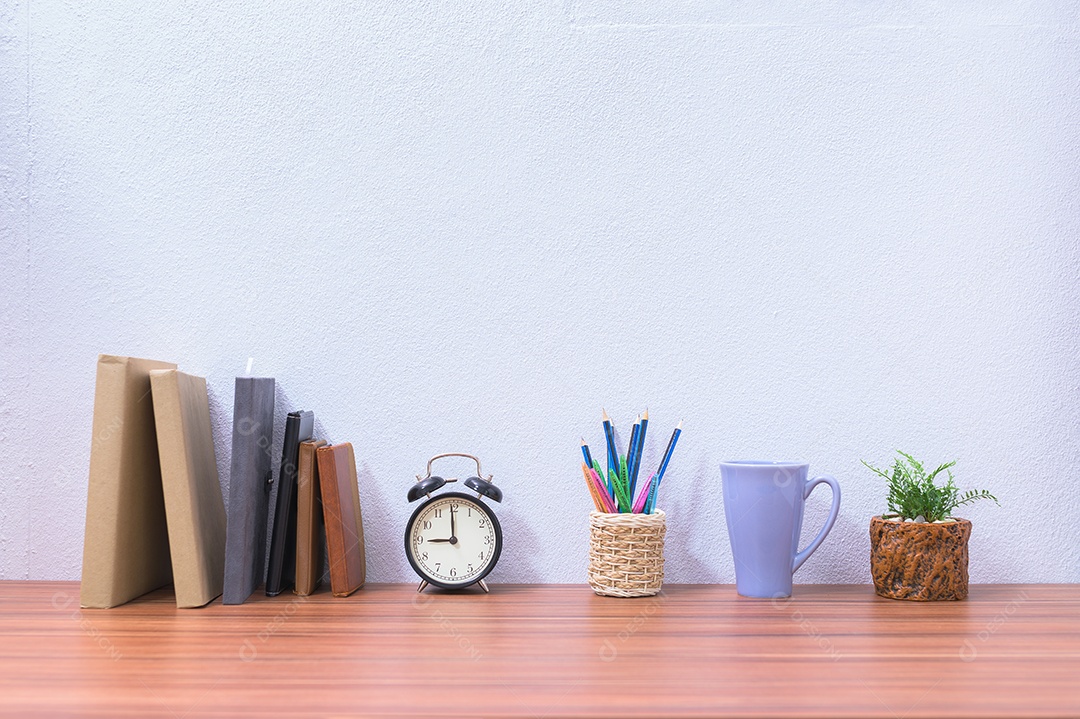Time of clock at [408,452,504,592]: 8:59
